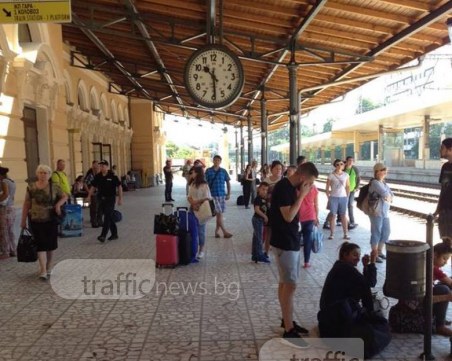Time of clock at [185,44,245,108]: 10:29
